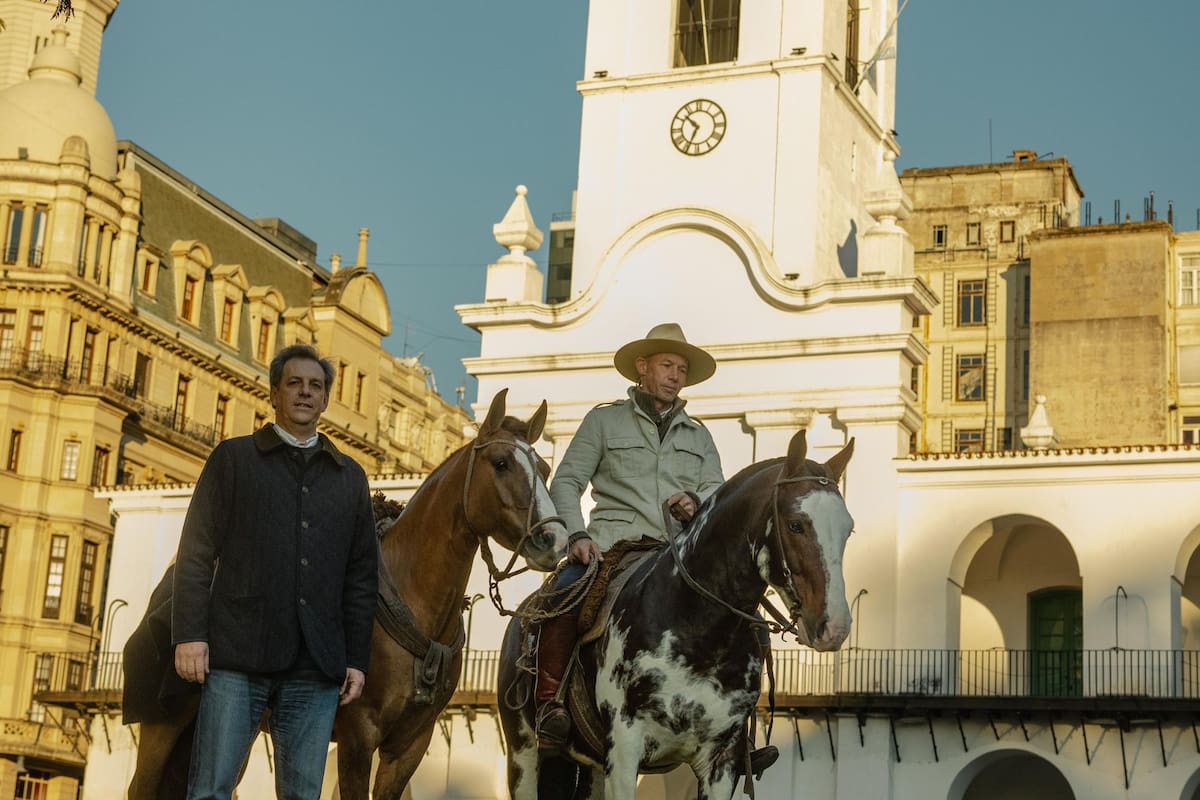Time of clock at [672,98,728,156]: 10:34
